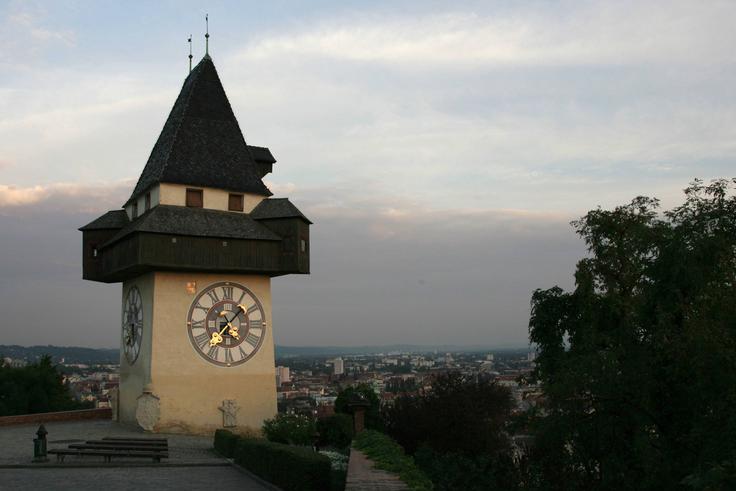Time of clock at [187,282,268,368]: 7:07
